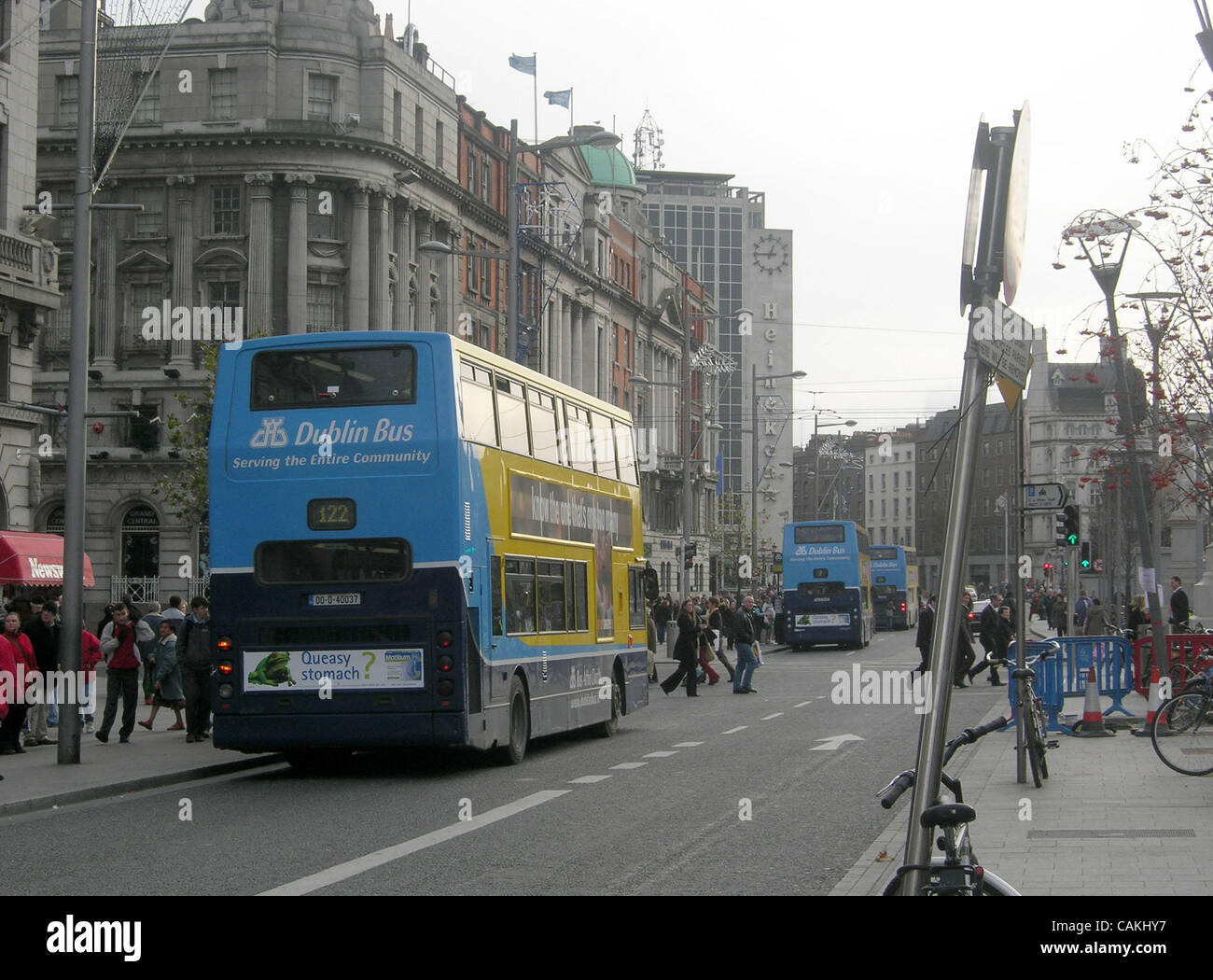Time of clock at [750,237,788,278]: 12:45
